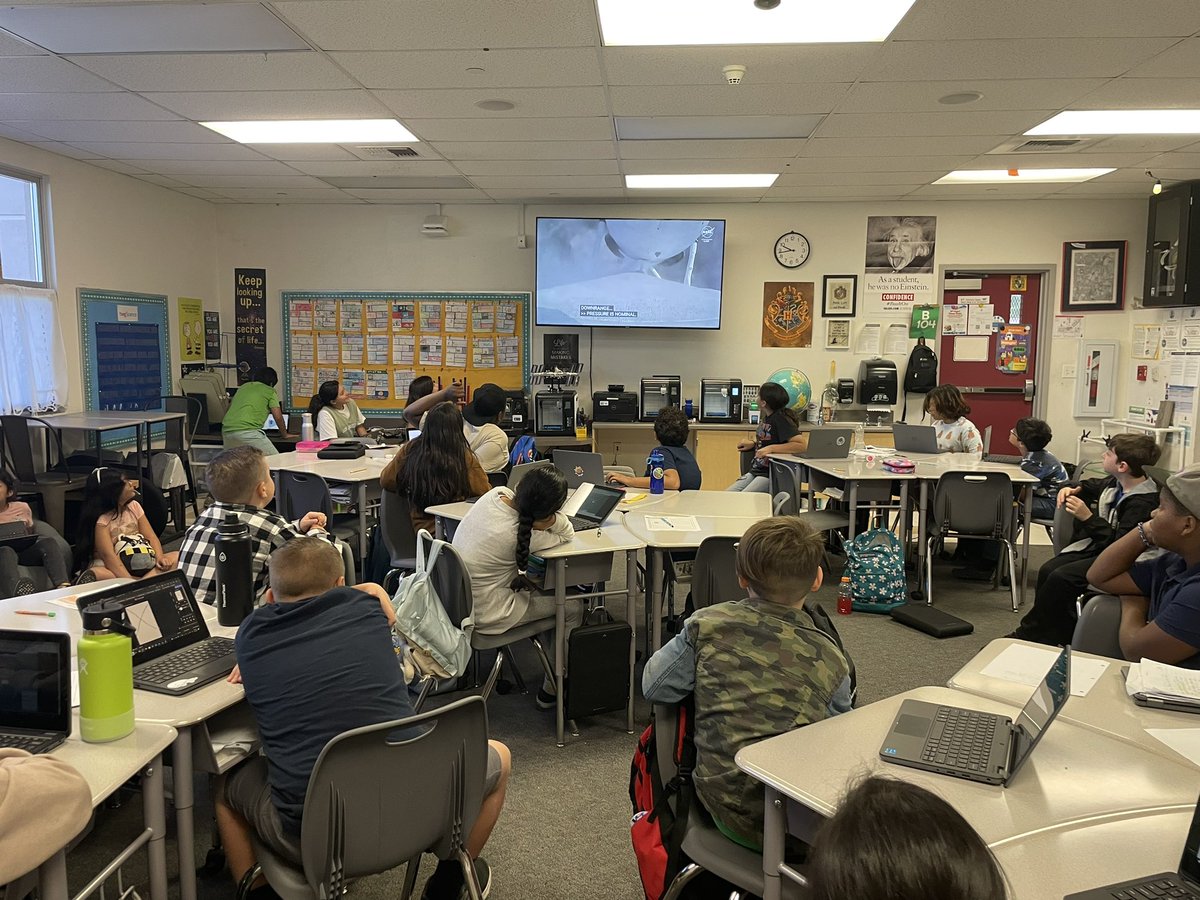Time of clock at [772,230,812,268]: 9:43
